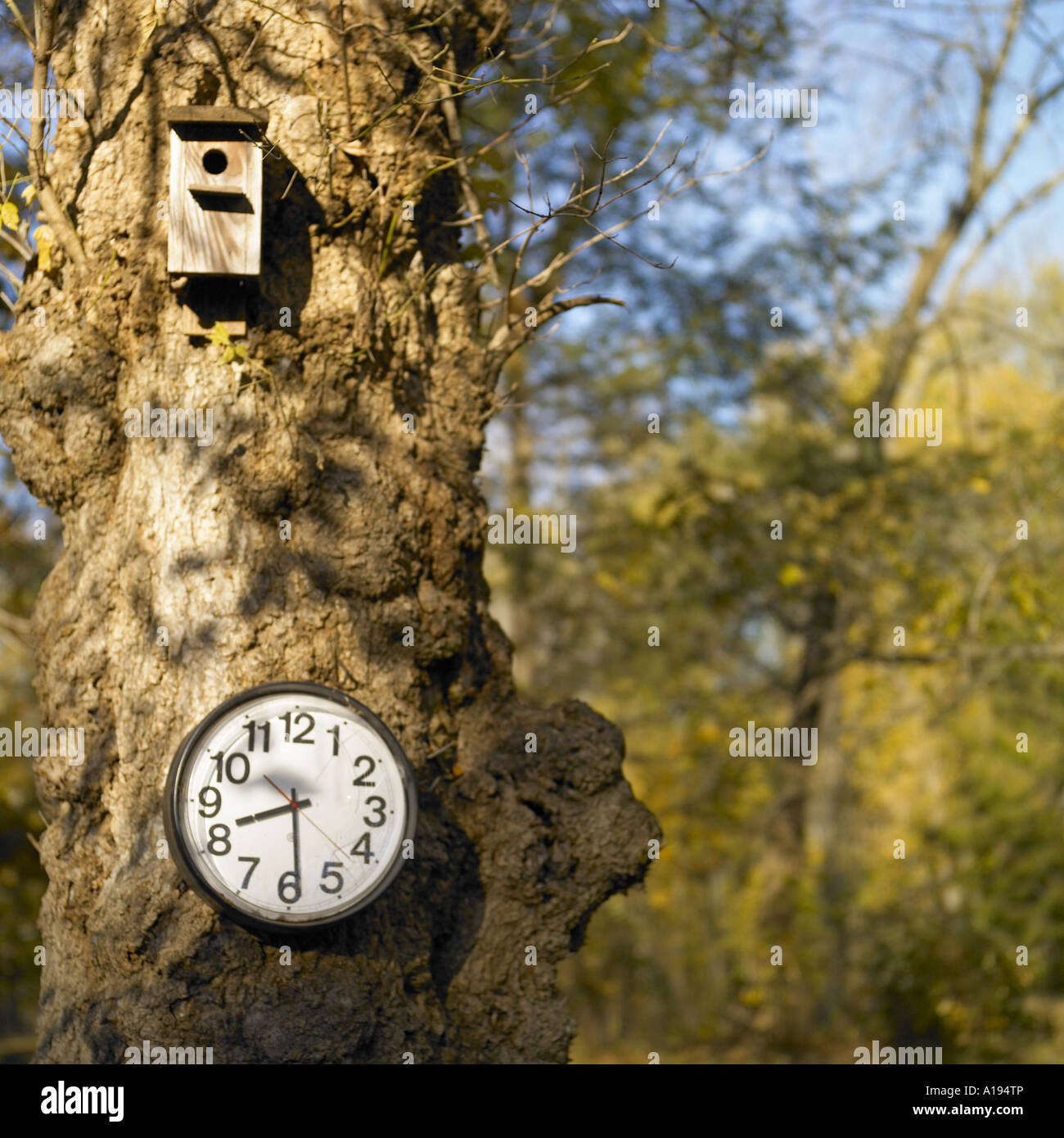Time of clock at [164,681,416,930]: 8:29
